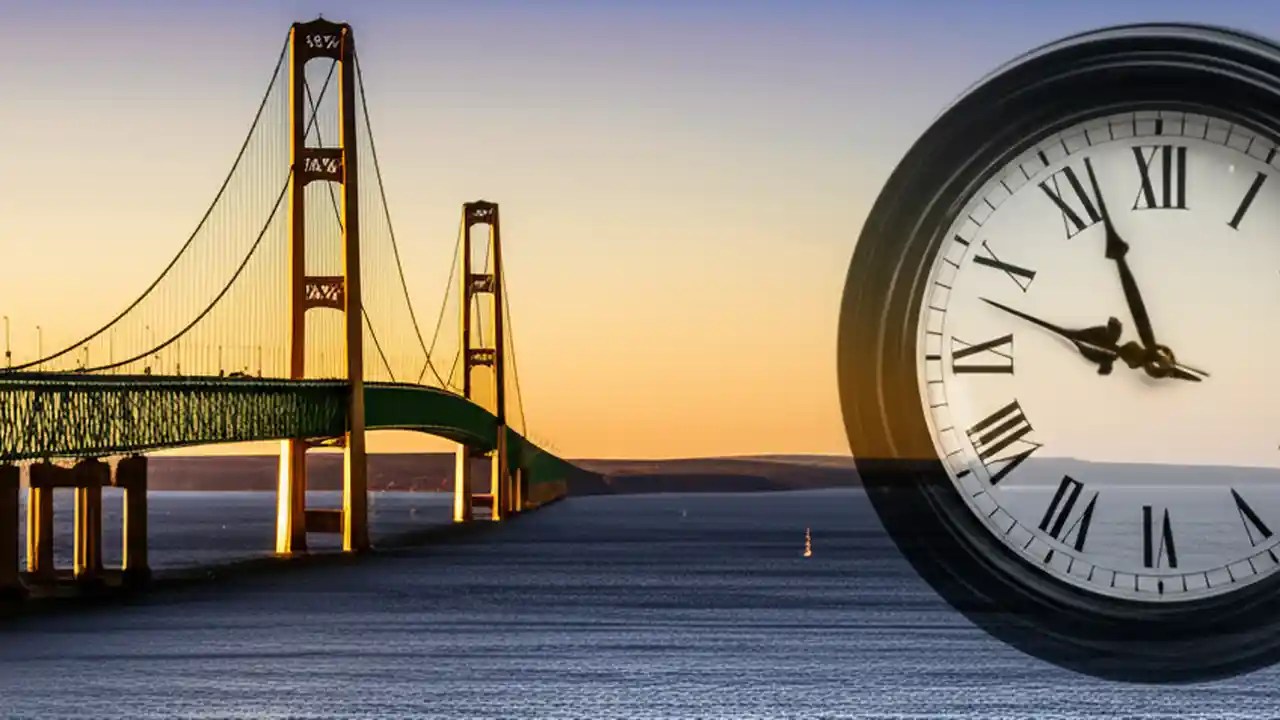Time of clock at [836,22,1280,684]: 9:56
